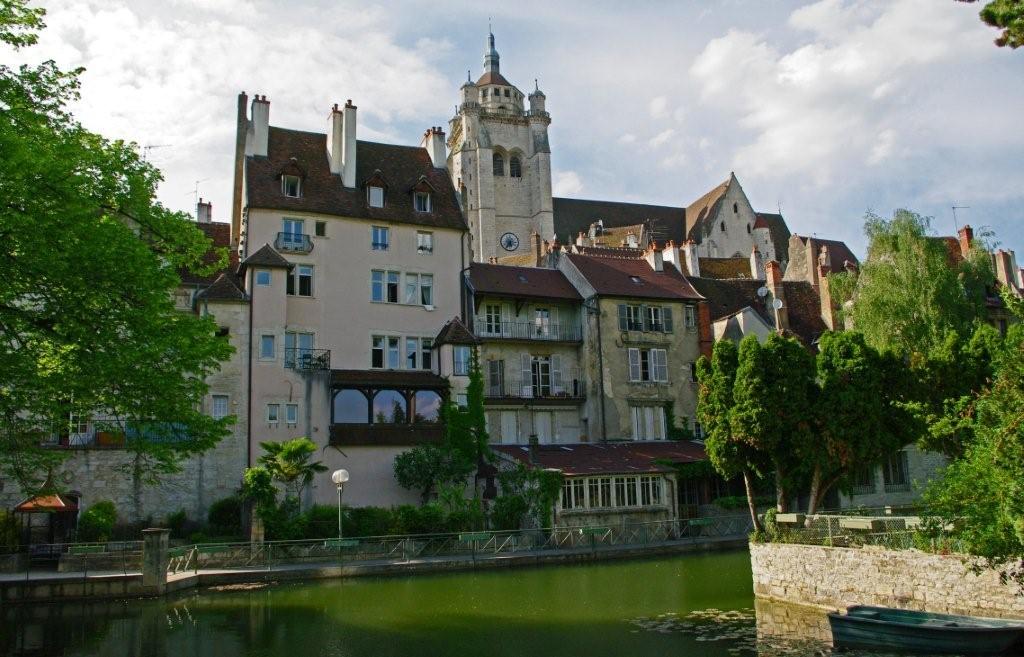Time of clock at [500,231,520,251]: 5:35
